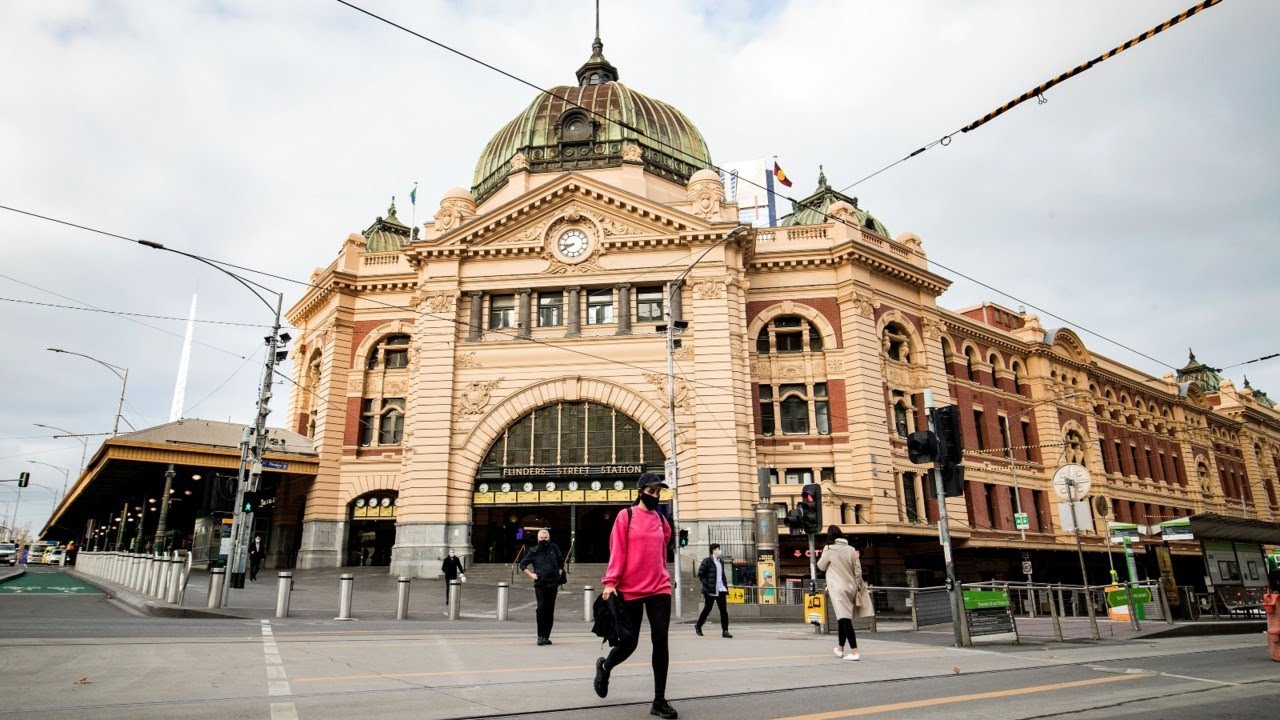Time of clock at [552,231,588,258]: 8:40
